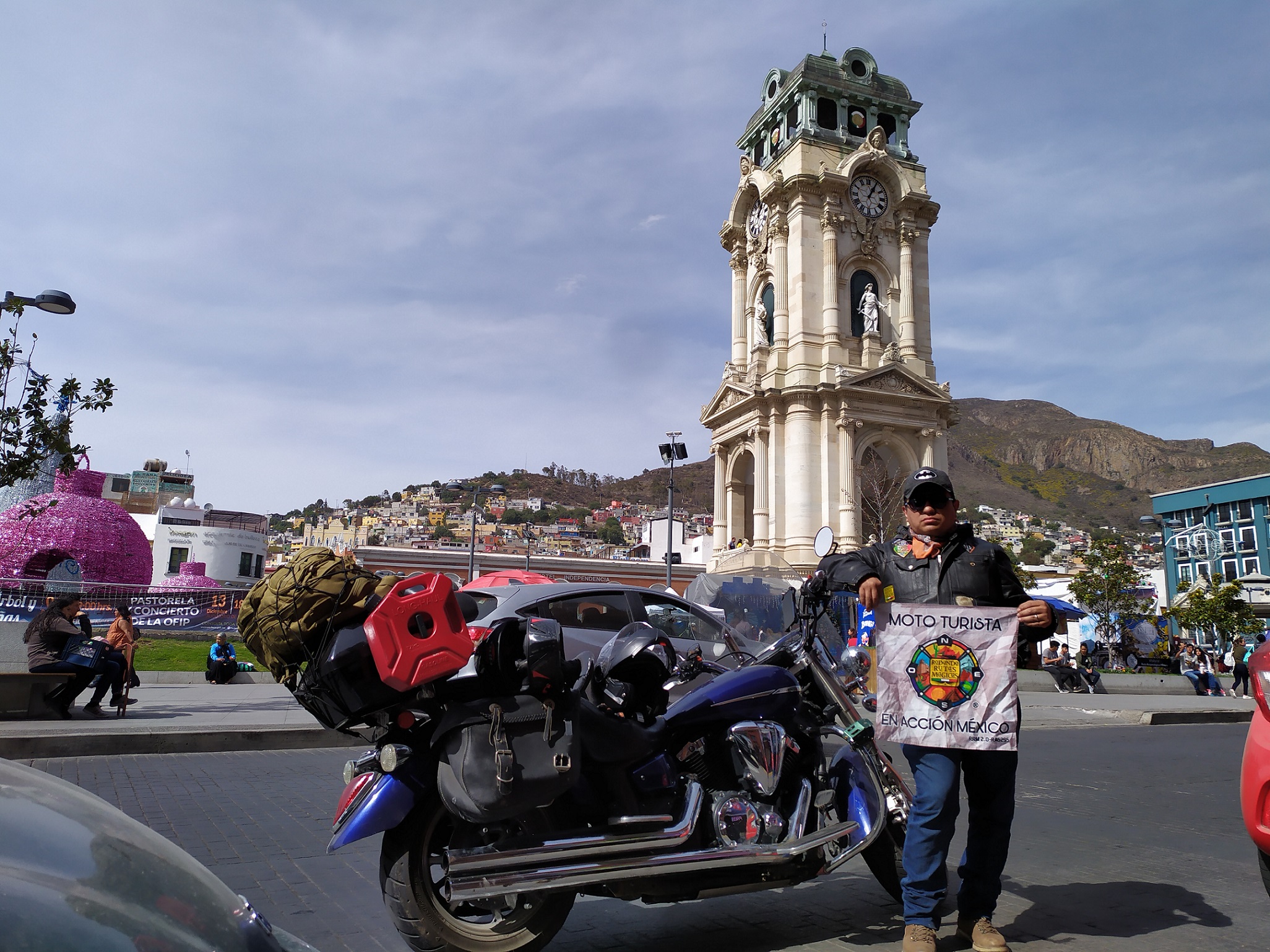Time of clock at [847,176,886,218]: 1:05
